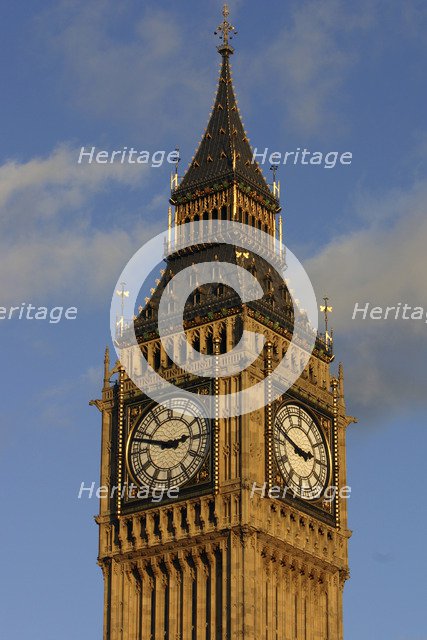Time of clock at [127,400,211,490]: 2:48
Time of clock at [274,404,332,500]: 2:48
